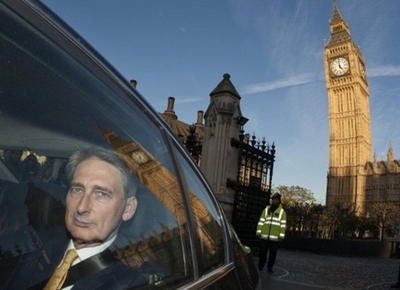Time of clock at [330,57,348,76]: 4:59
